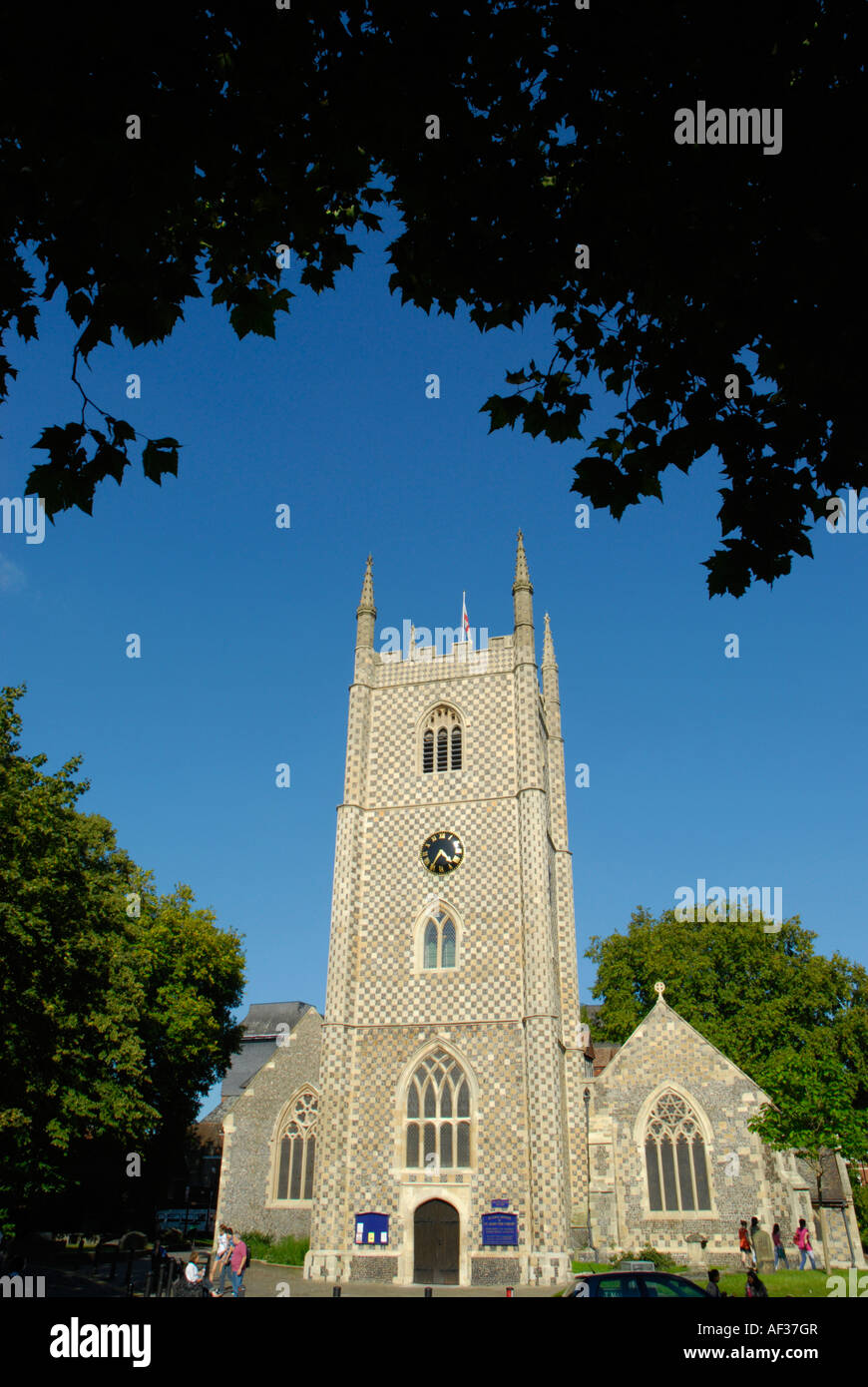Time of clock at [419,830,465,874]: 4:35
